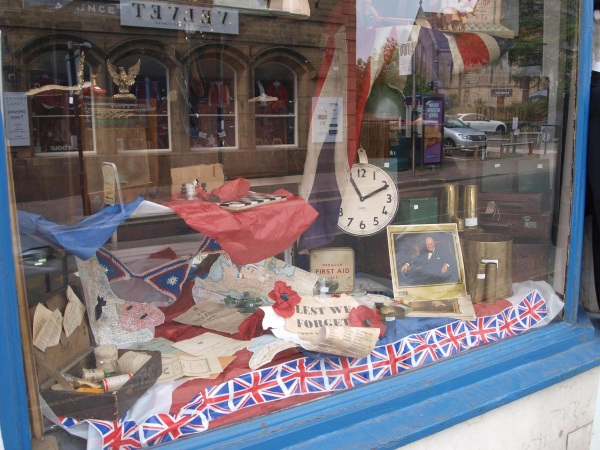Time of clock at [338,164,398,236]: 11:10
